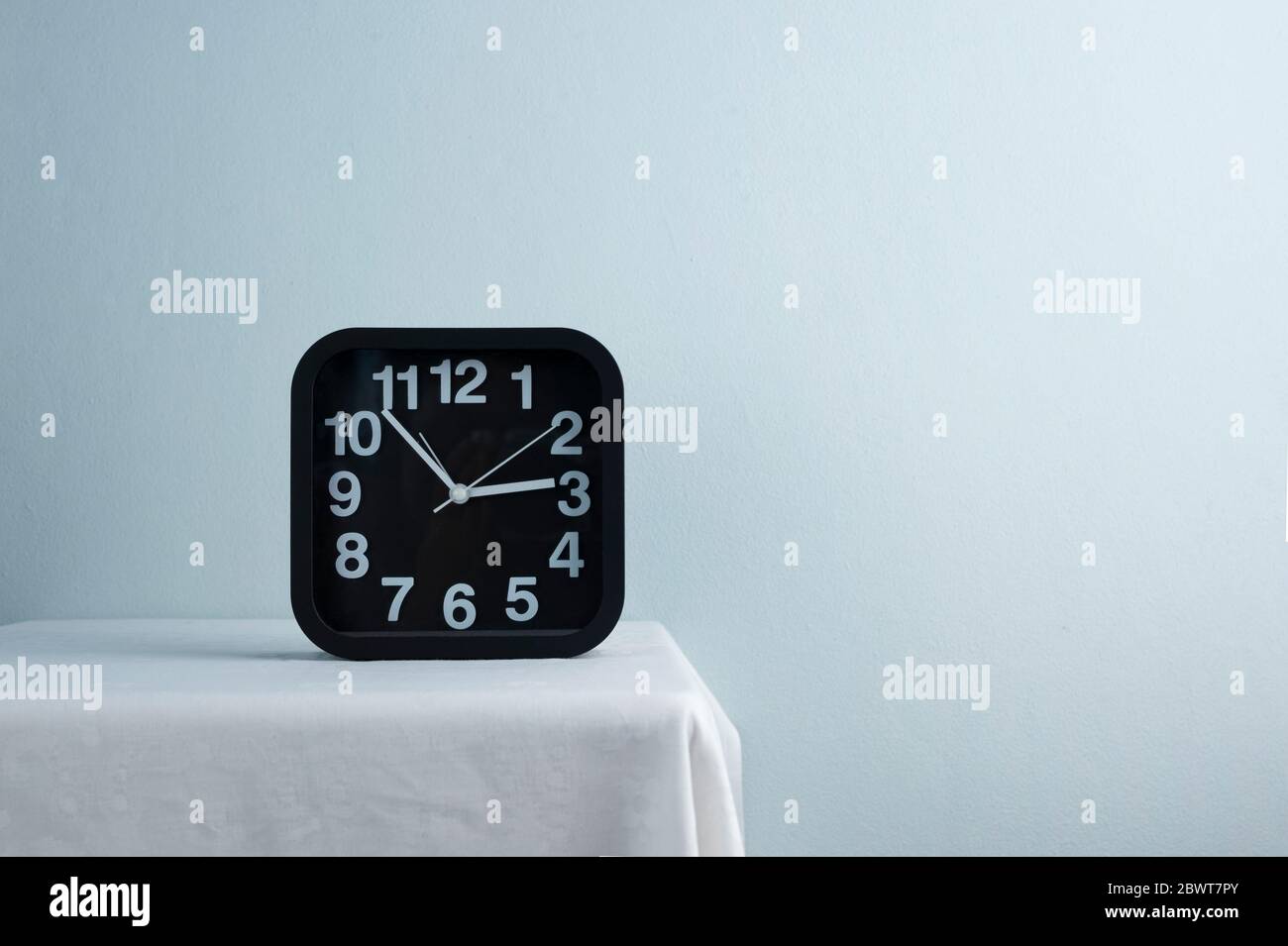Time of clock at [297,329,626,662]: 2:52
